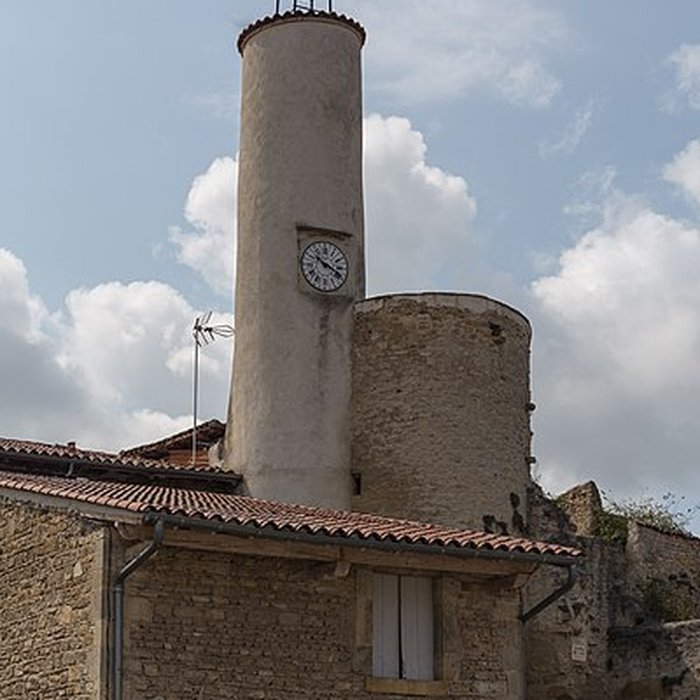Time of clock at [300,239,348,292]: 10:19
